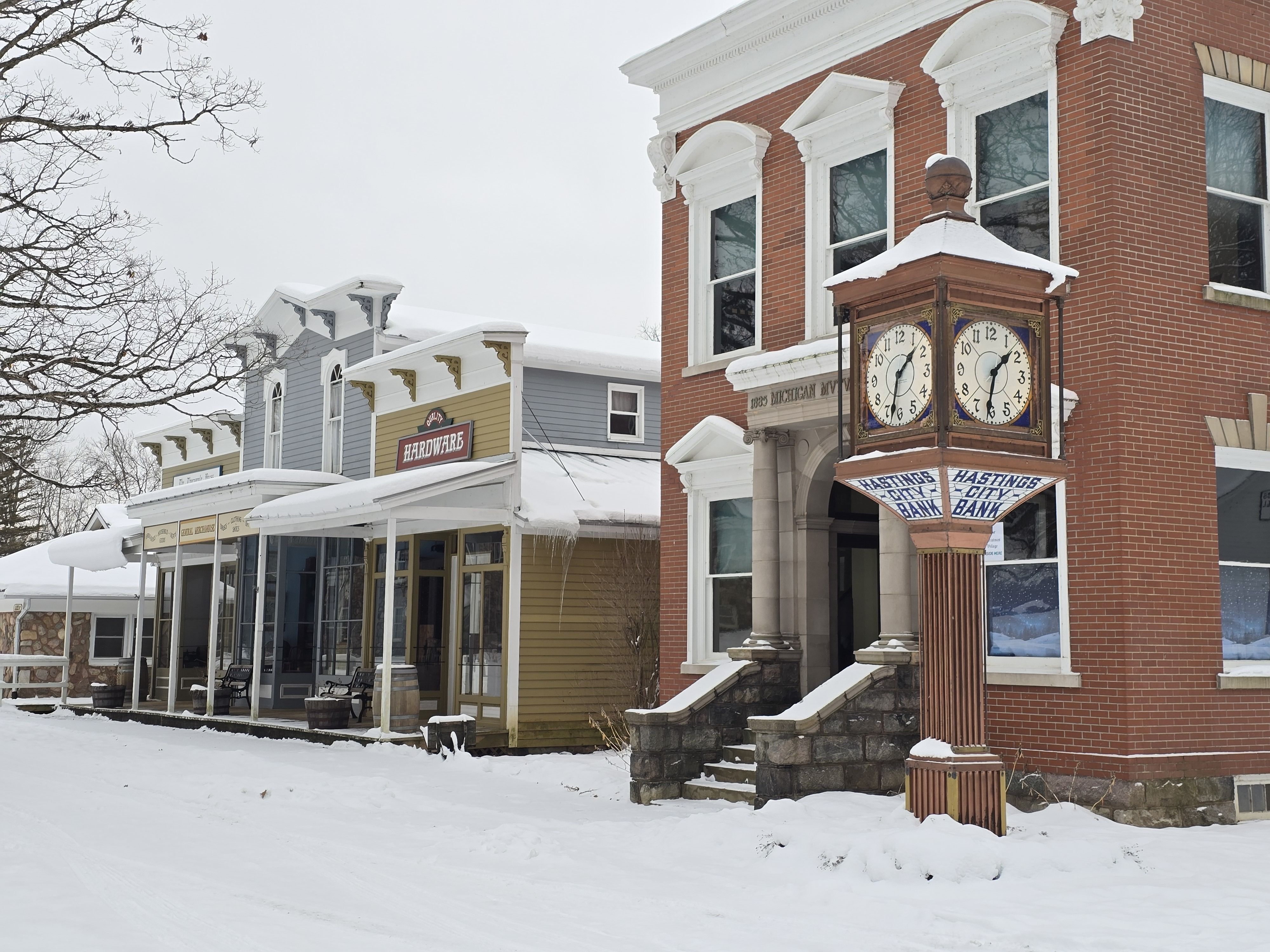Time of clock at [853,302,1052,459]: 1:32
